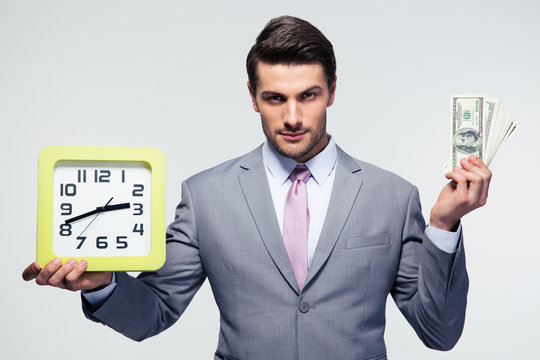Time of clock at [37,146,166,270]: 2:41
